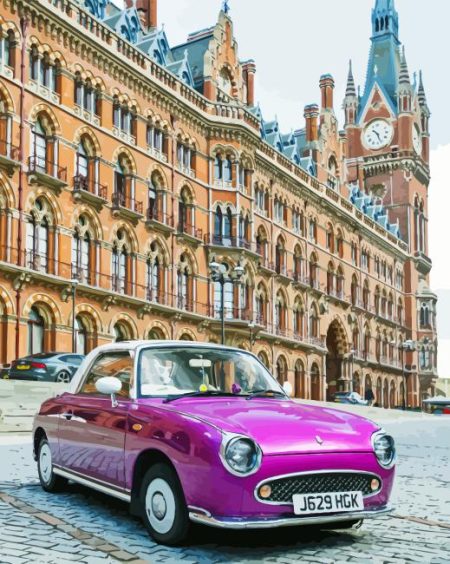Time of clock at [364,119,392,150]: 10:26
